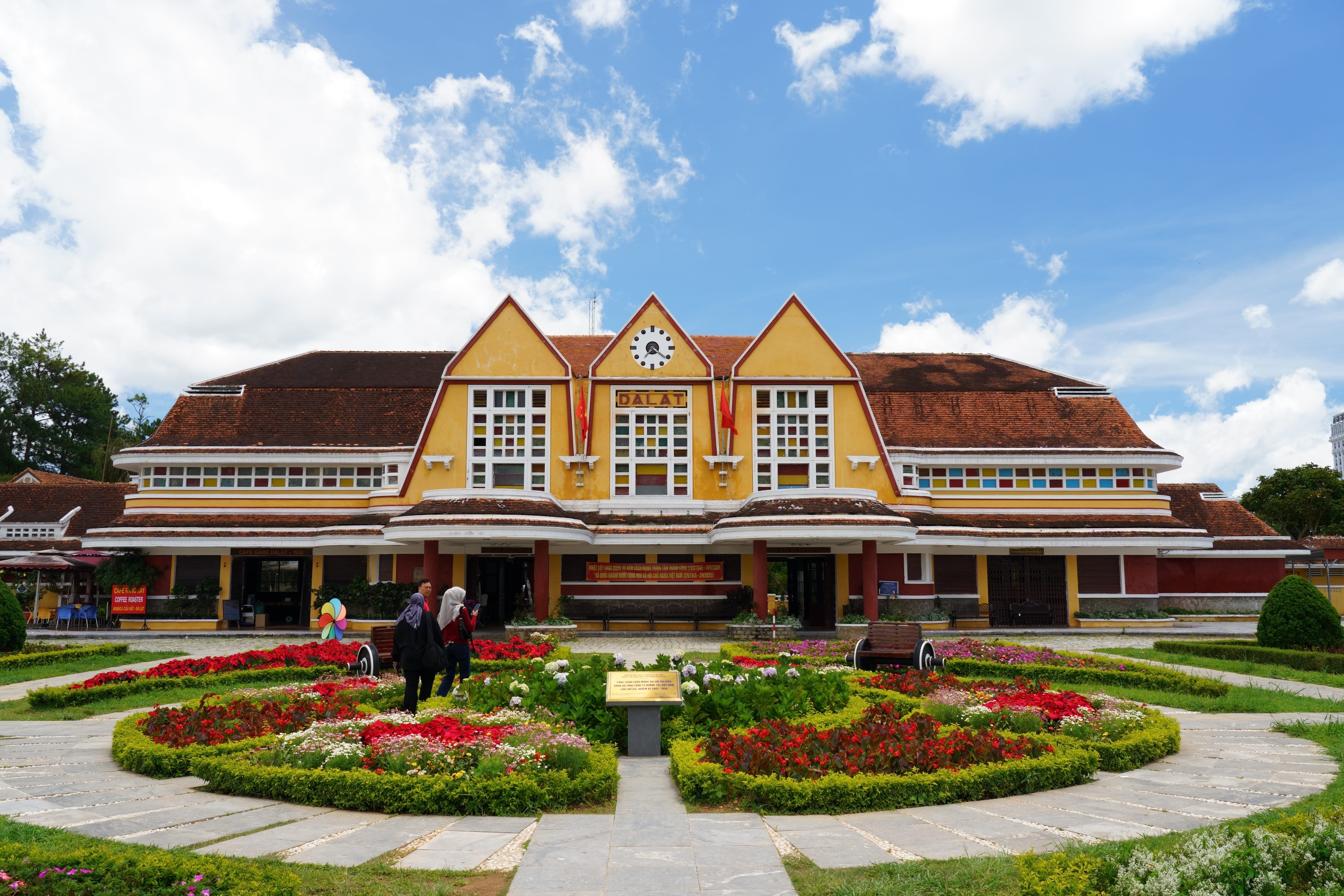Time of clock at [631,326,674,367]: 7:21
